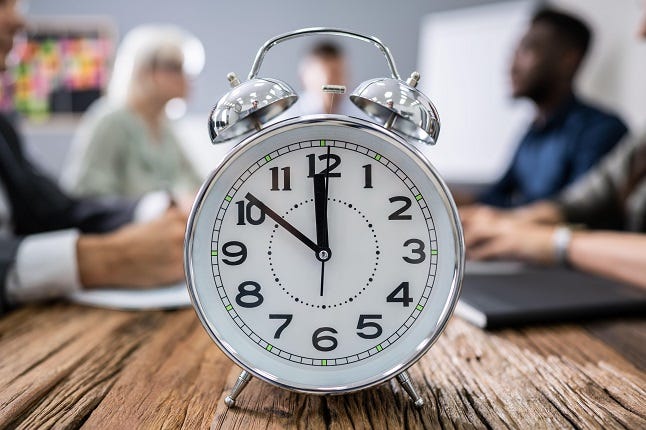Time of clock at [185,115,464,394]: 11:51
